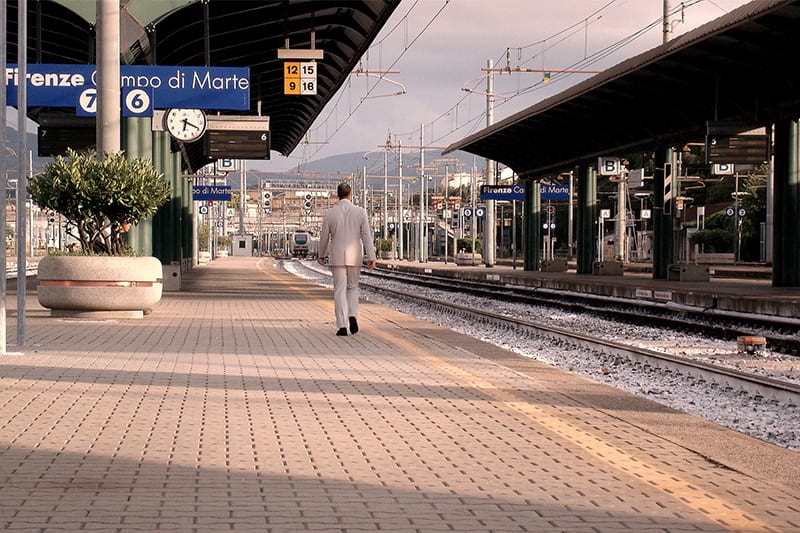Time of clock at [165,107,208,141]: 6:19
